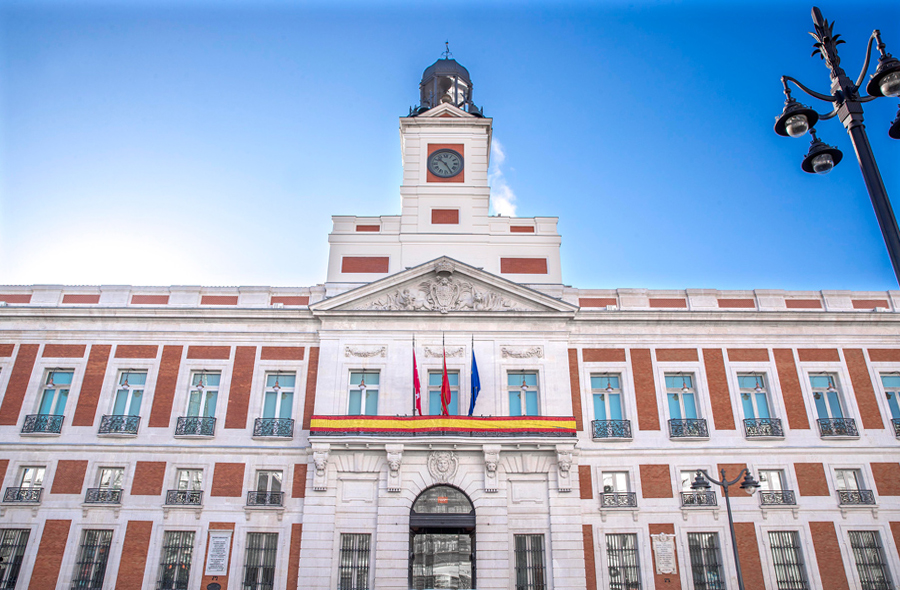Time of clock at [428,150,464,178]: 10:24
